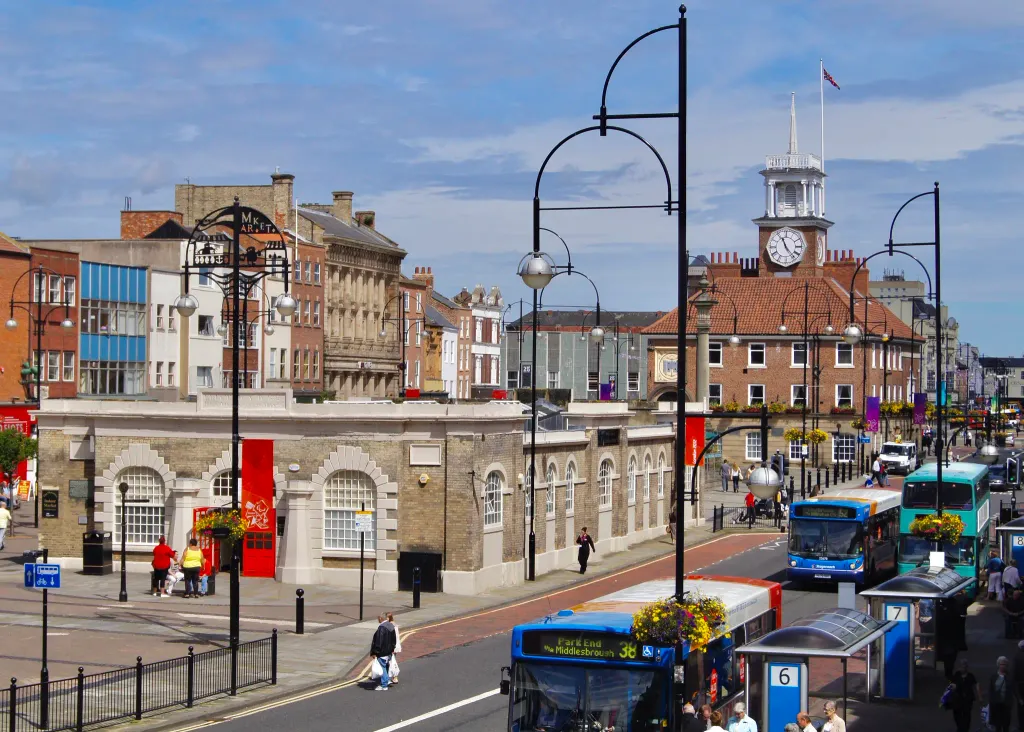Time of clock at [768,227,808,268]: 11:23
